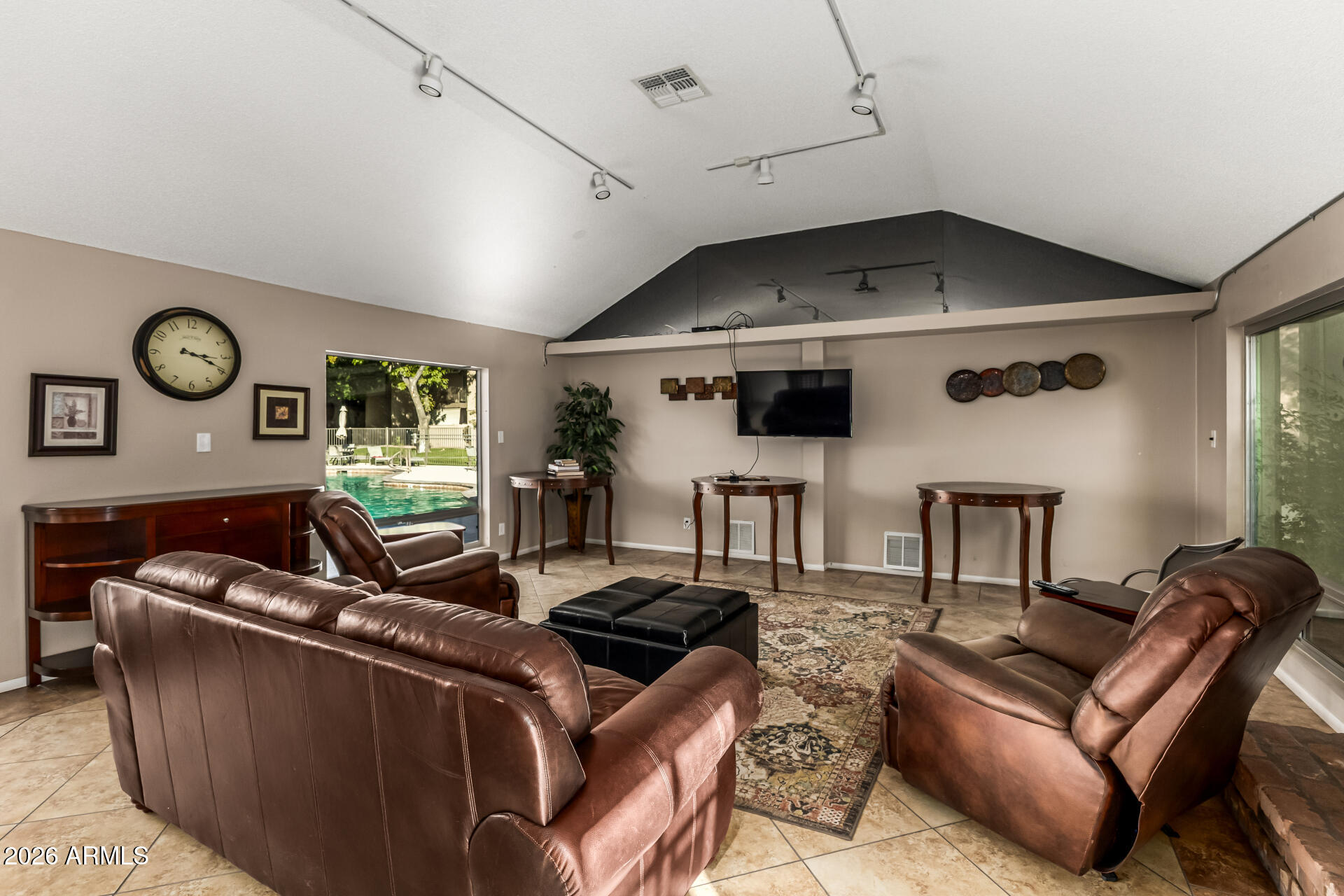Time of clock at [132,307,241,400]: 3:19
